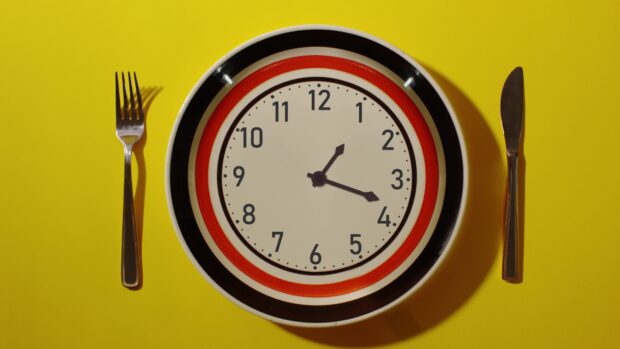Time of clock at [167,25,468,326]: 1:18
